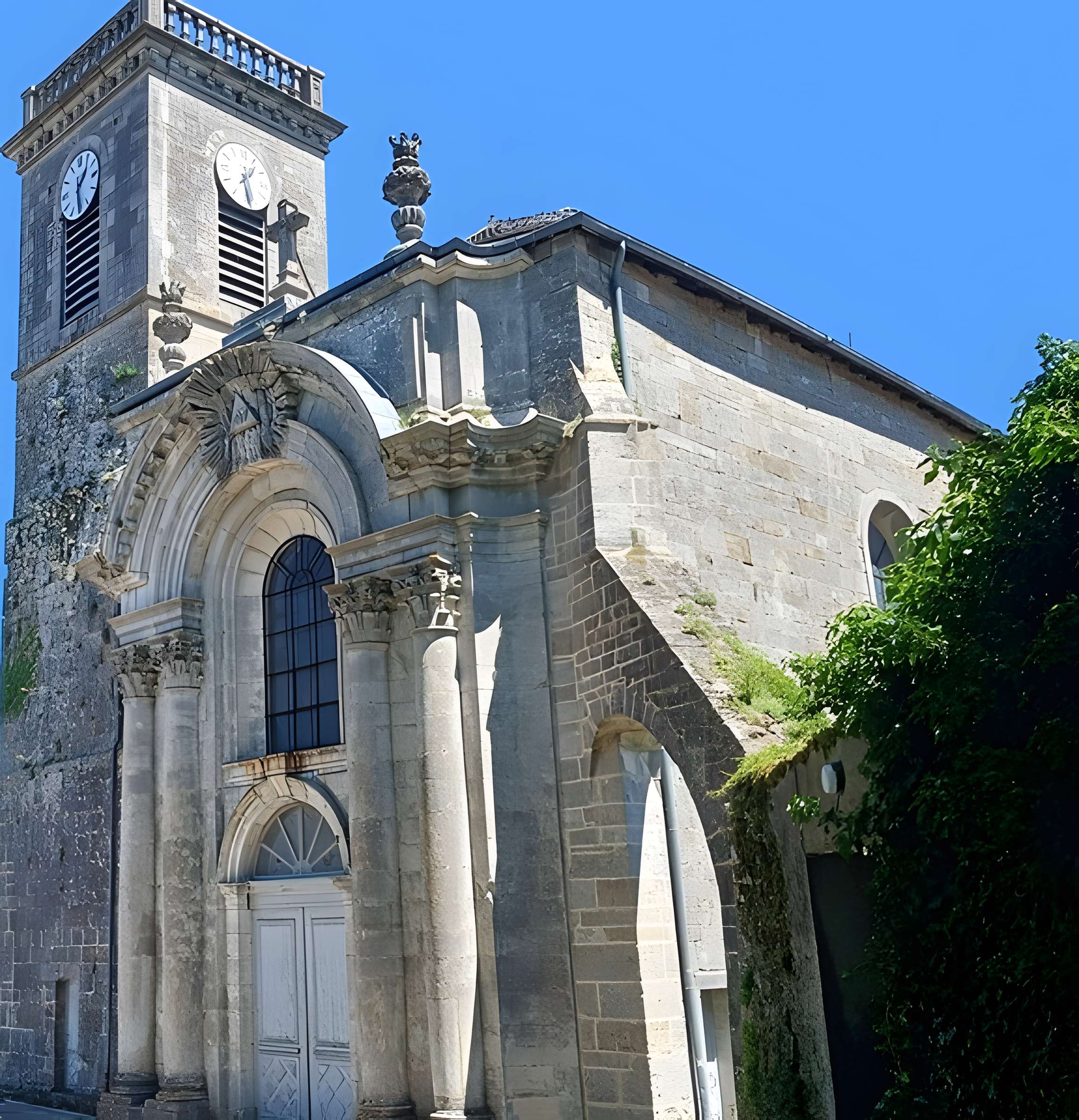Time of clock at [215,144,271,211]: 1:28
